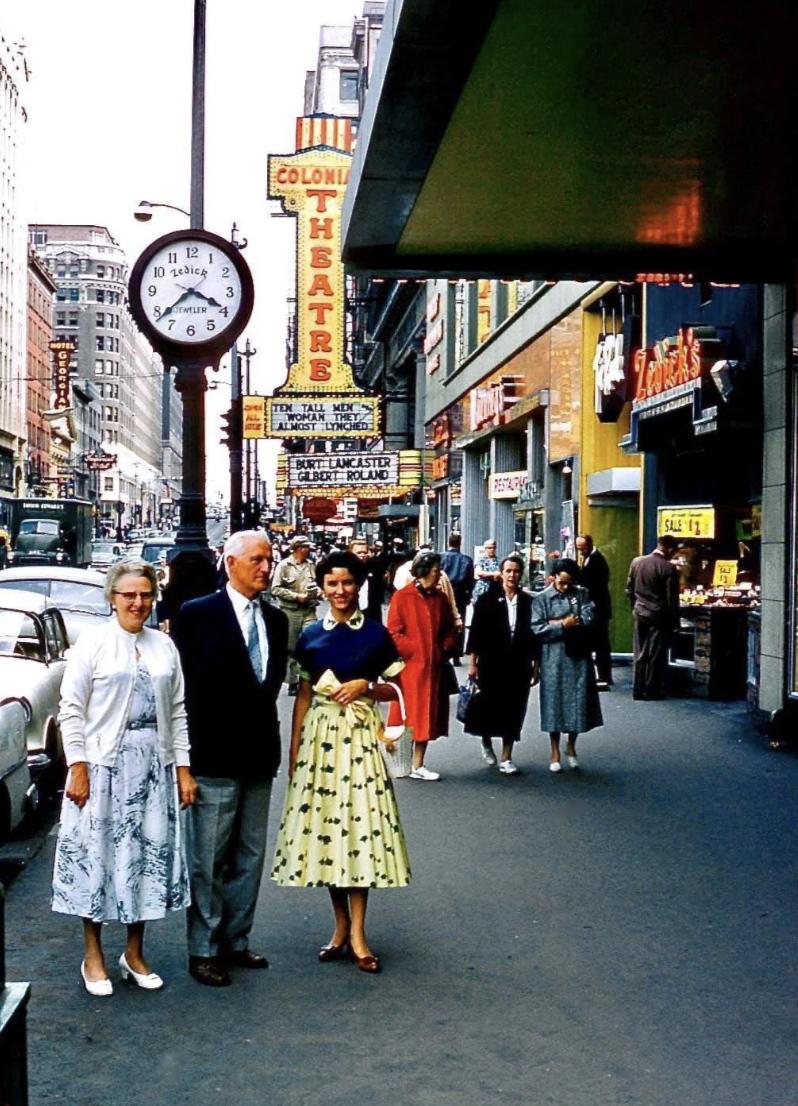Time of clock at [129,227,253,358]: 3:38
